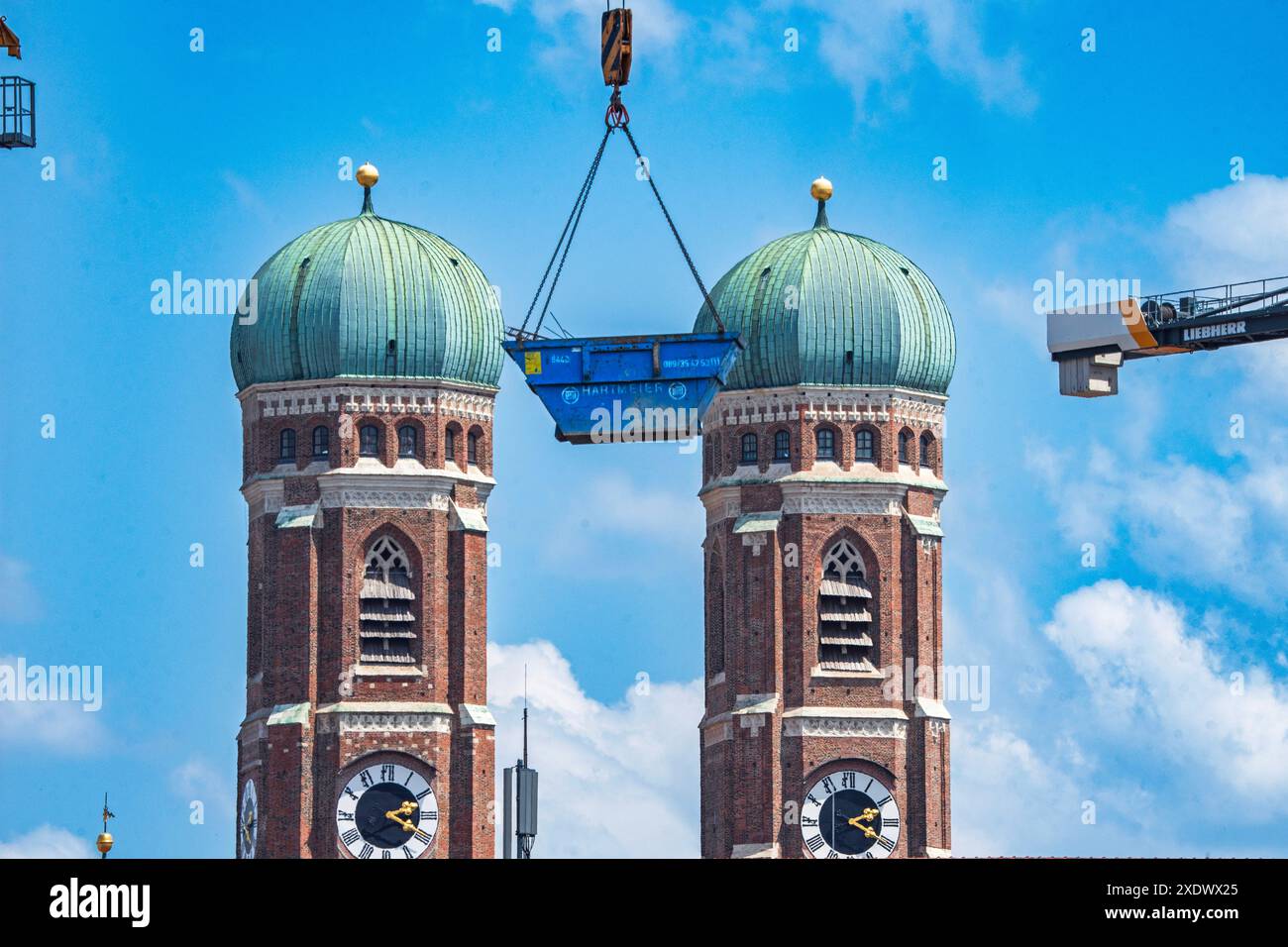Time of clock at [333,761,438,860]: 2:19
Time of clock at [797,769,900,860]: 2:19
